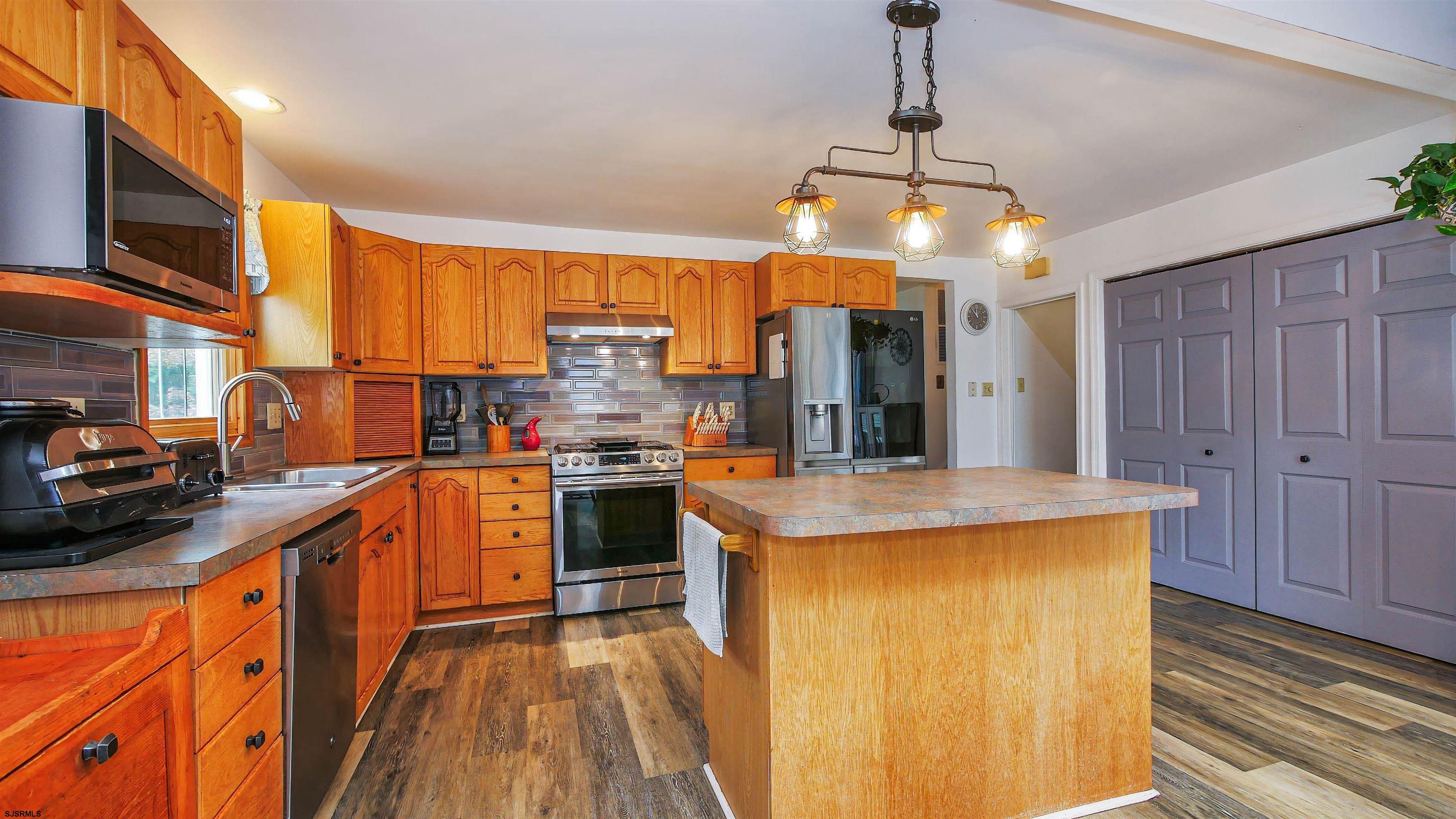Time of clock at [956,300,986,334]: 11:53
